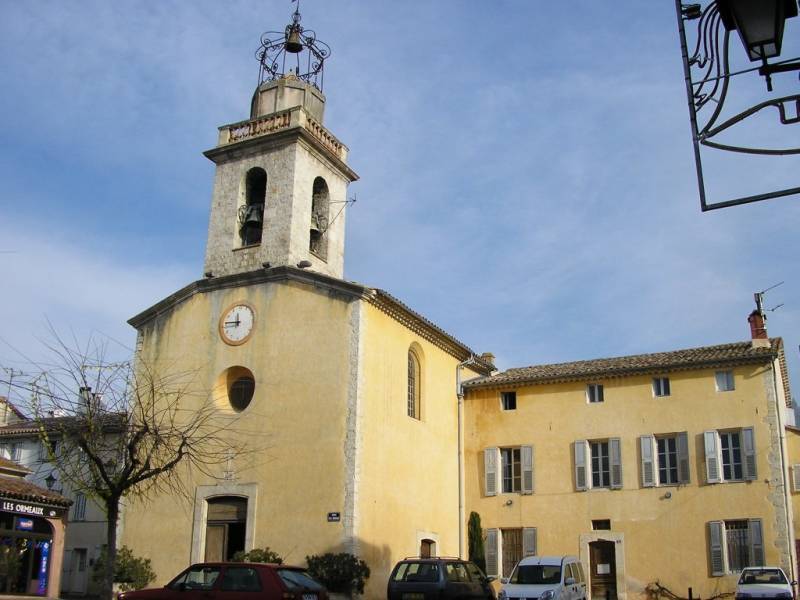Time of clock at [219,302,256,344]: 11:45
